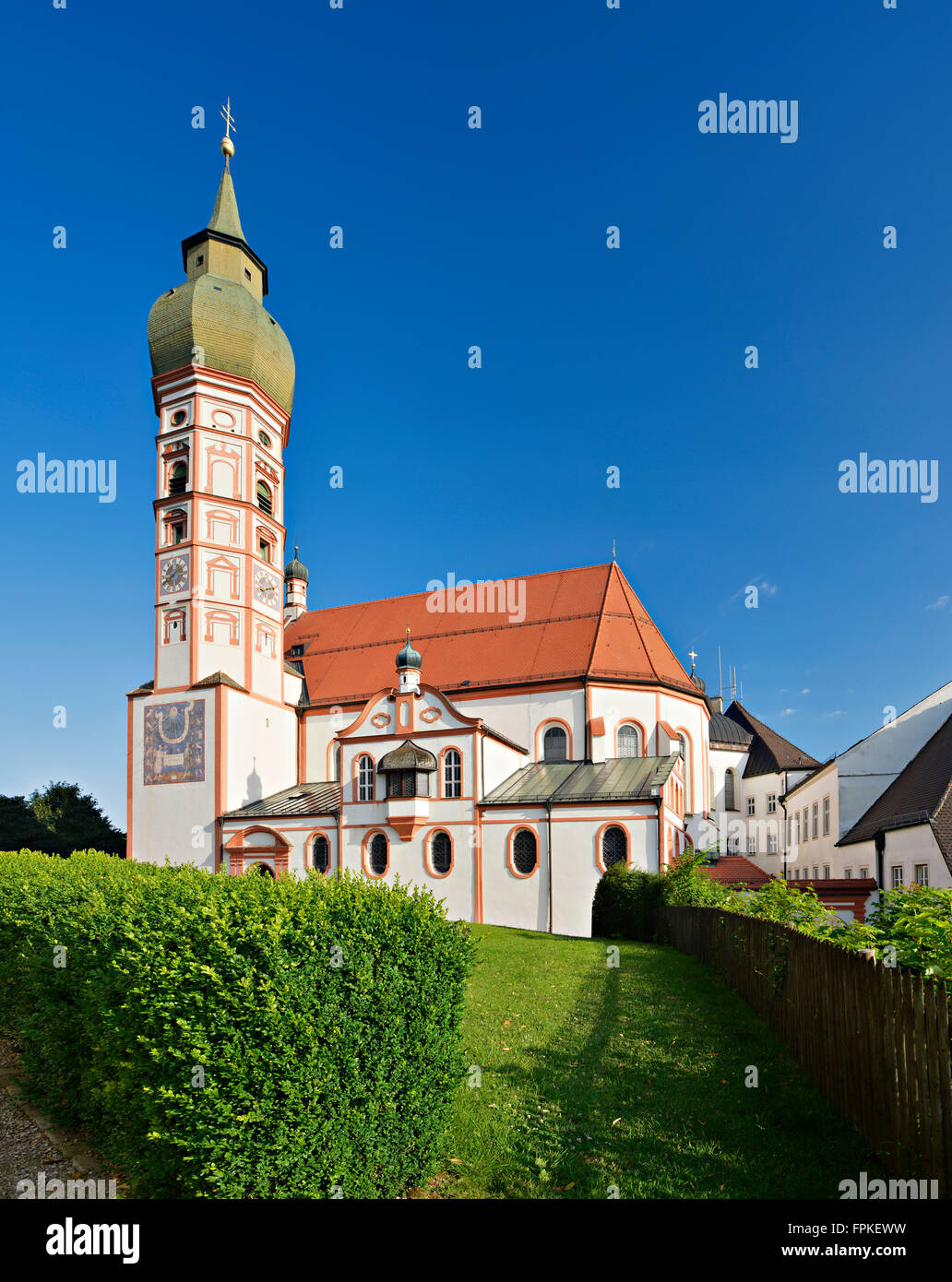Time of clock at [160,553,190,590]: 1:40
